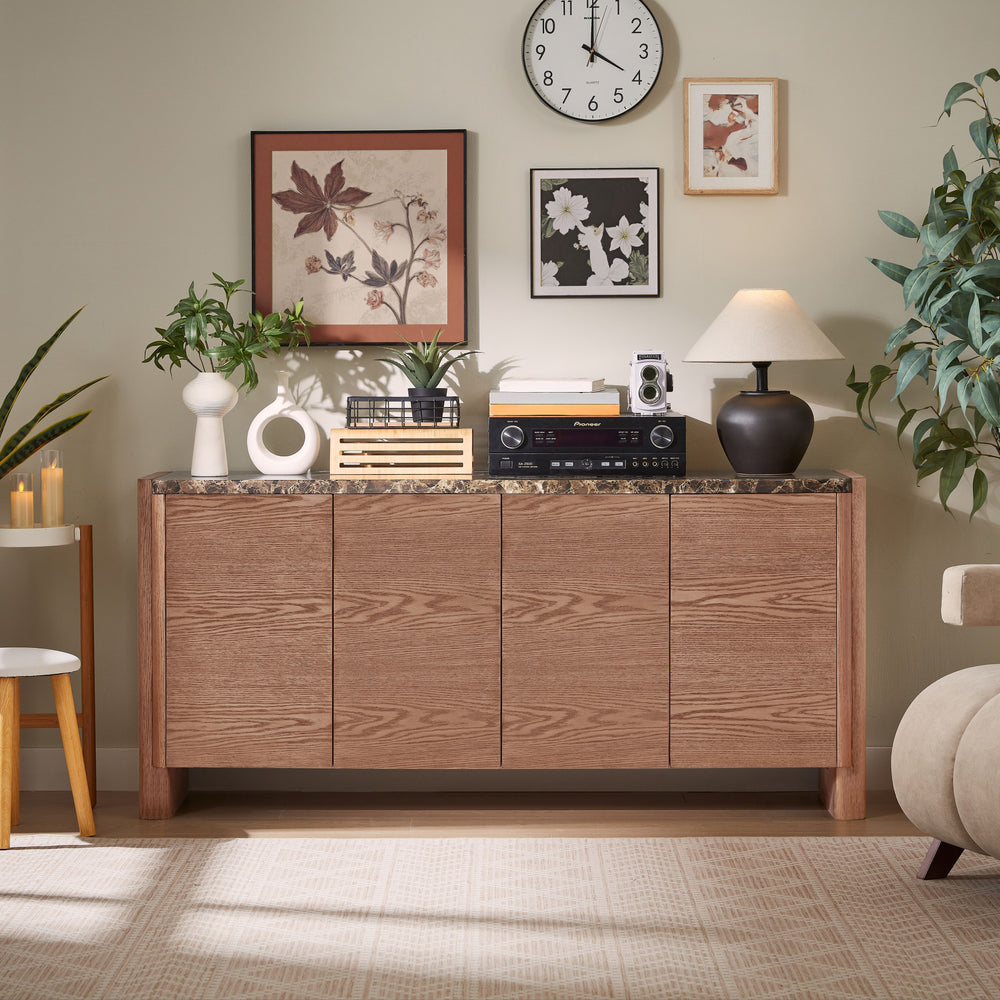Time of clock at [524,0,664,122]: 4:00
